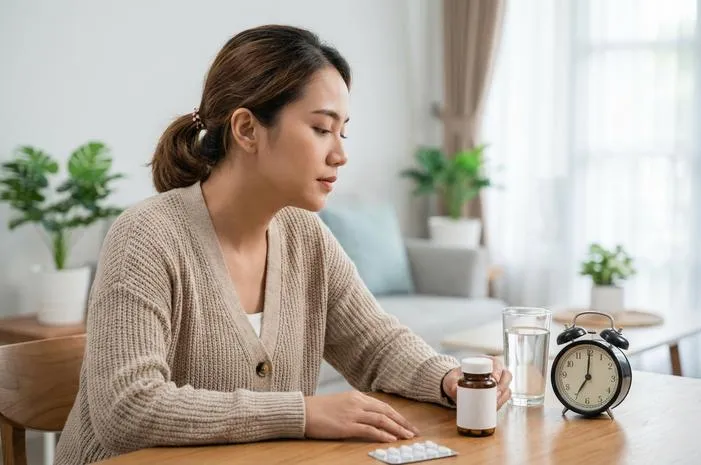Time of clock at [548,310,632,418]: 7:00
